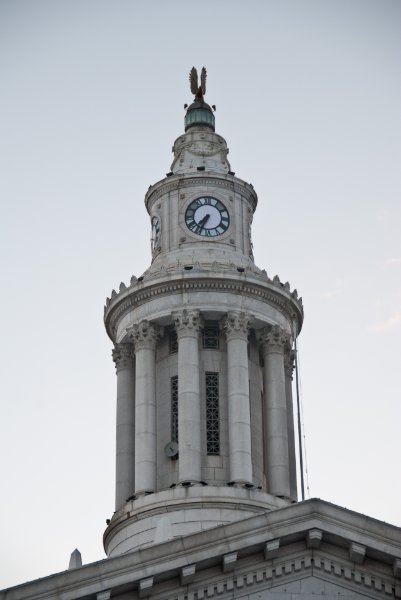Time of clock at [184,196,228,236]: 7:34
